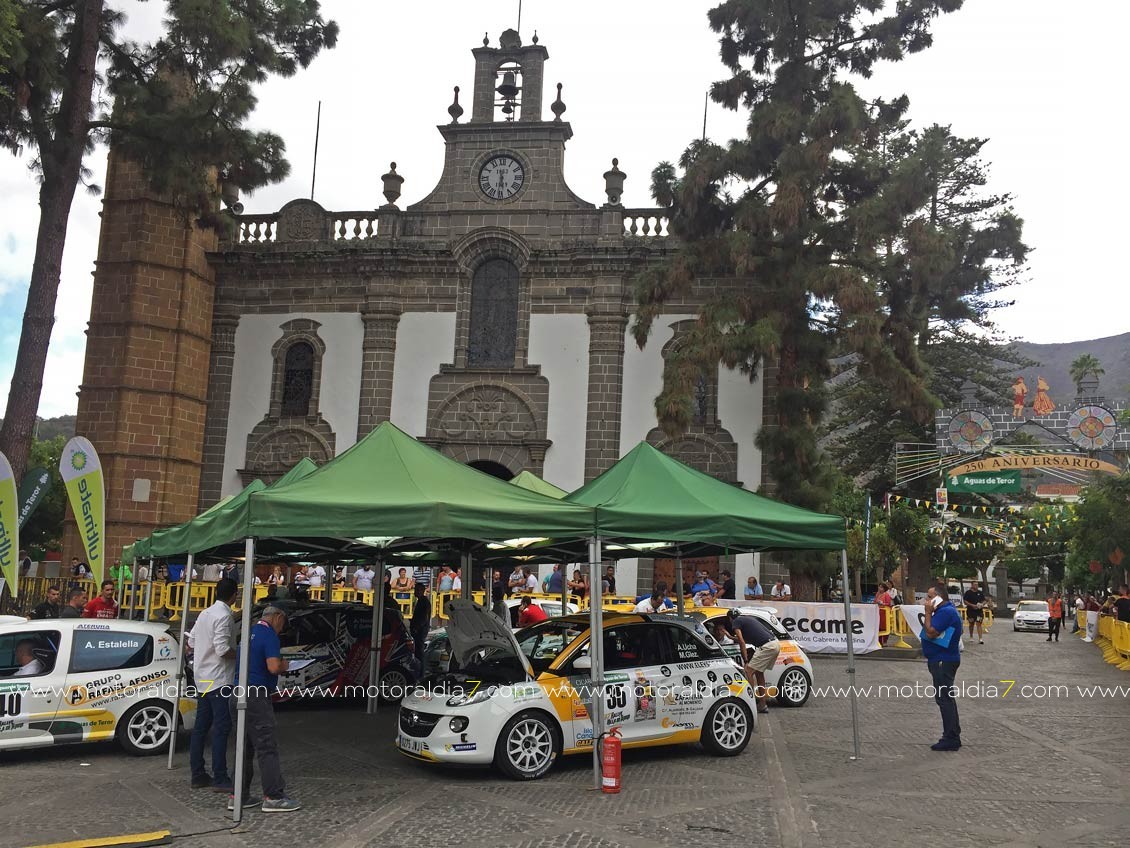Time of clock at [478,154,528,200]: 5:31
